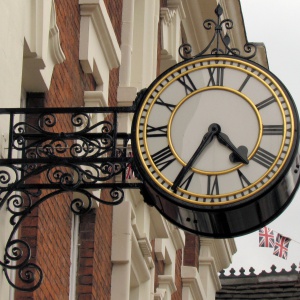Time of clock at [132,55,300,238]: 4:35
